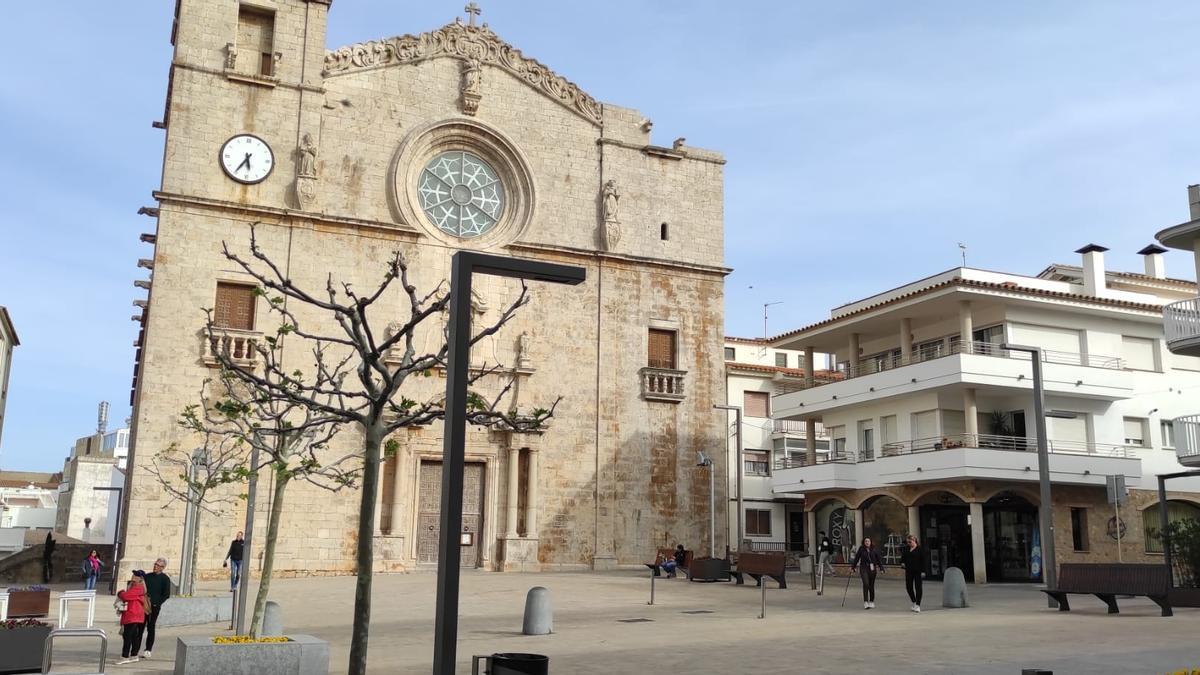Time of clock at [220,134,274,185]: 5:35
